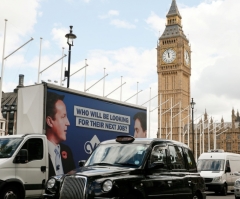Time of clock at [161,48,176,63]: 11:58
